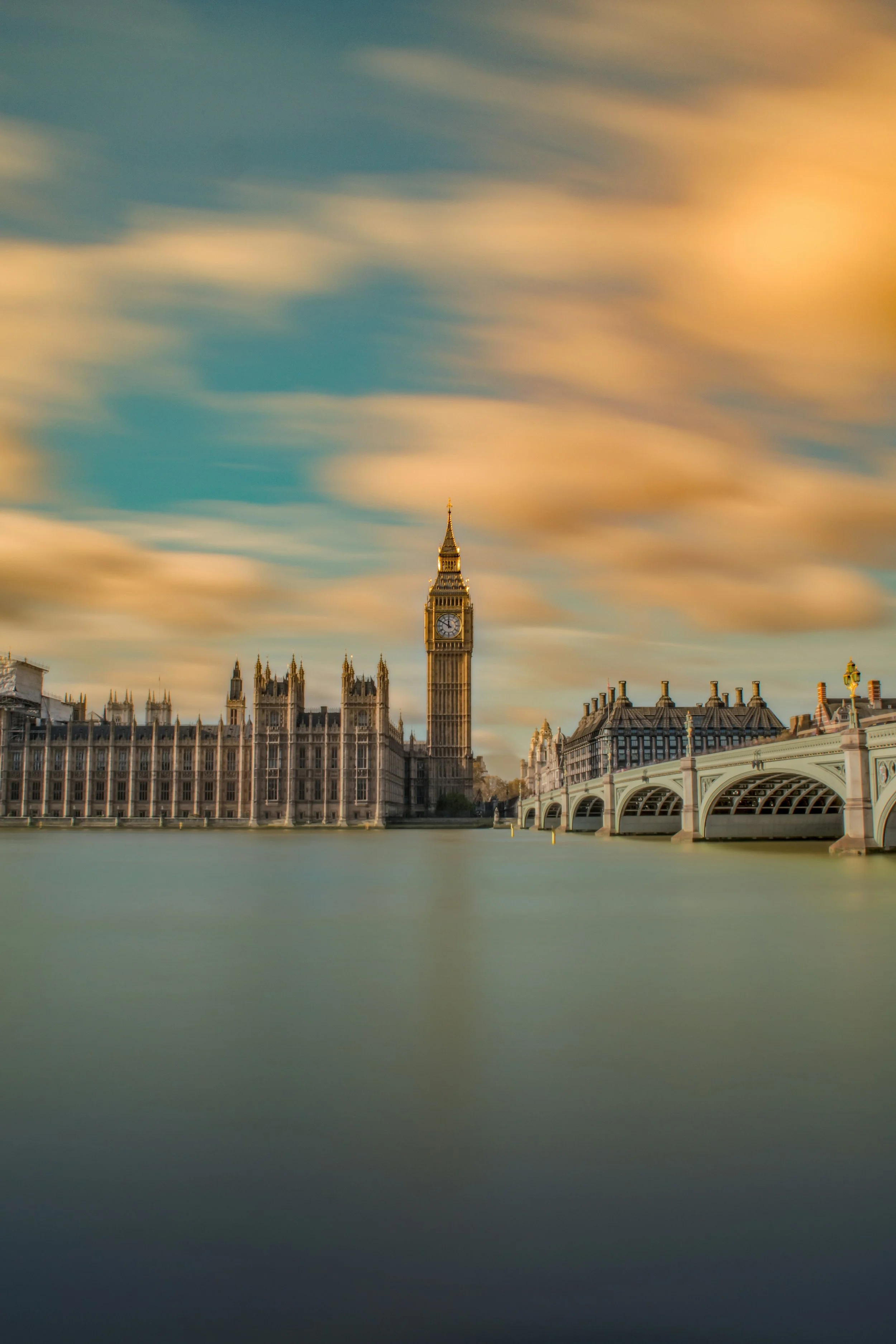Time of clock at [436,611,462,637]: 11:50
